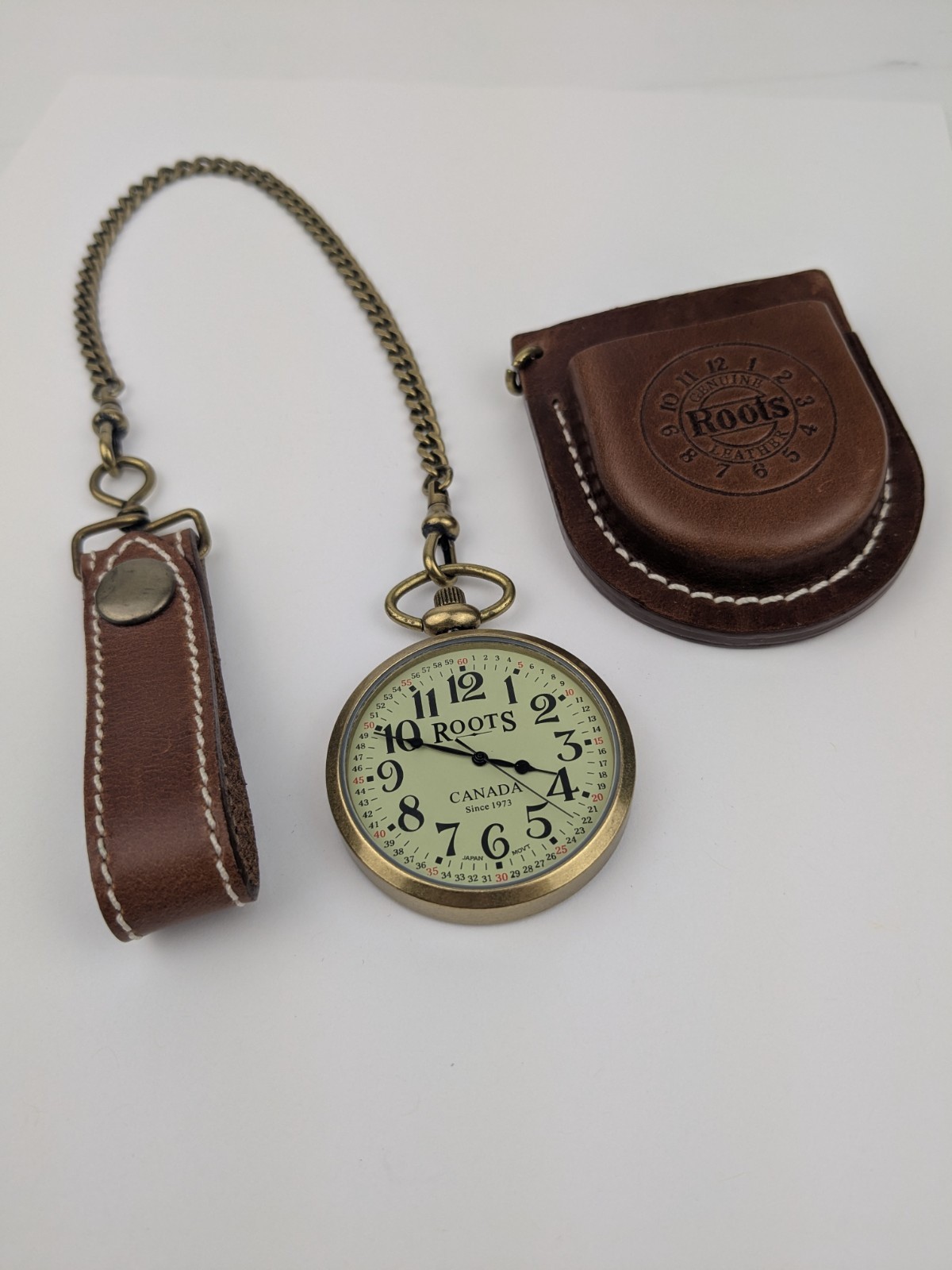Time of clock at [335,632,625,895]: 3:49
